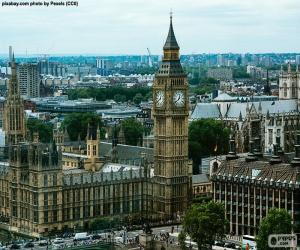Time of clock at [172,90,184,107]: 12:38
